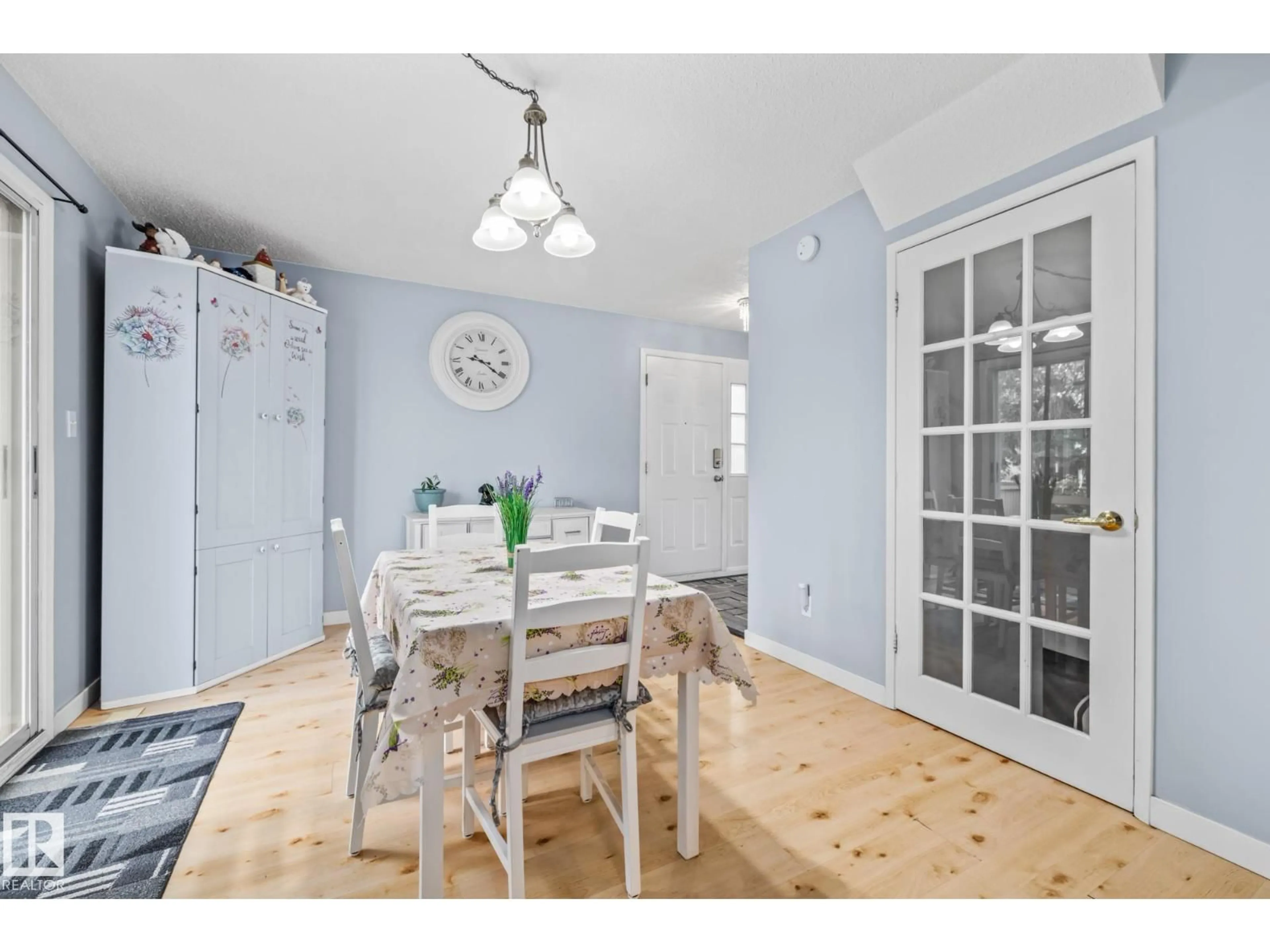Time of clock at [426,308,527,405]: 9:20
